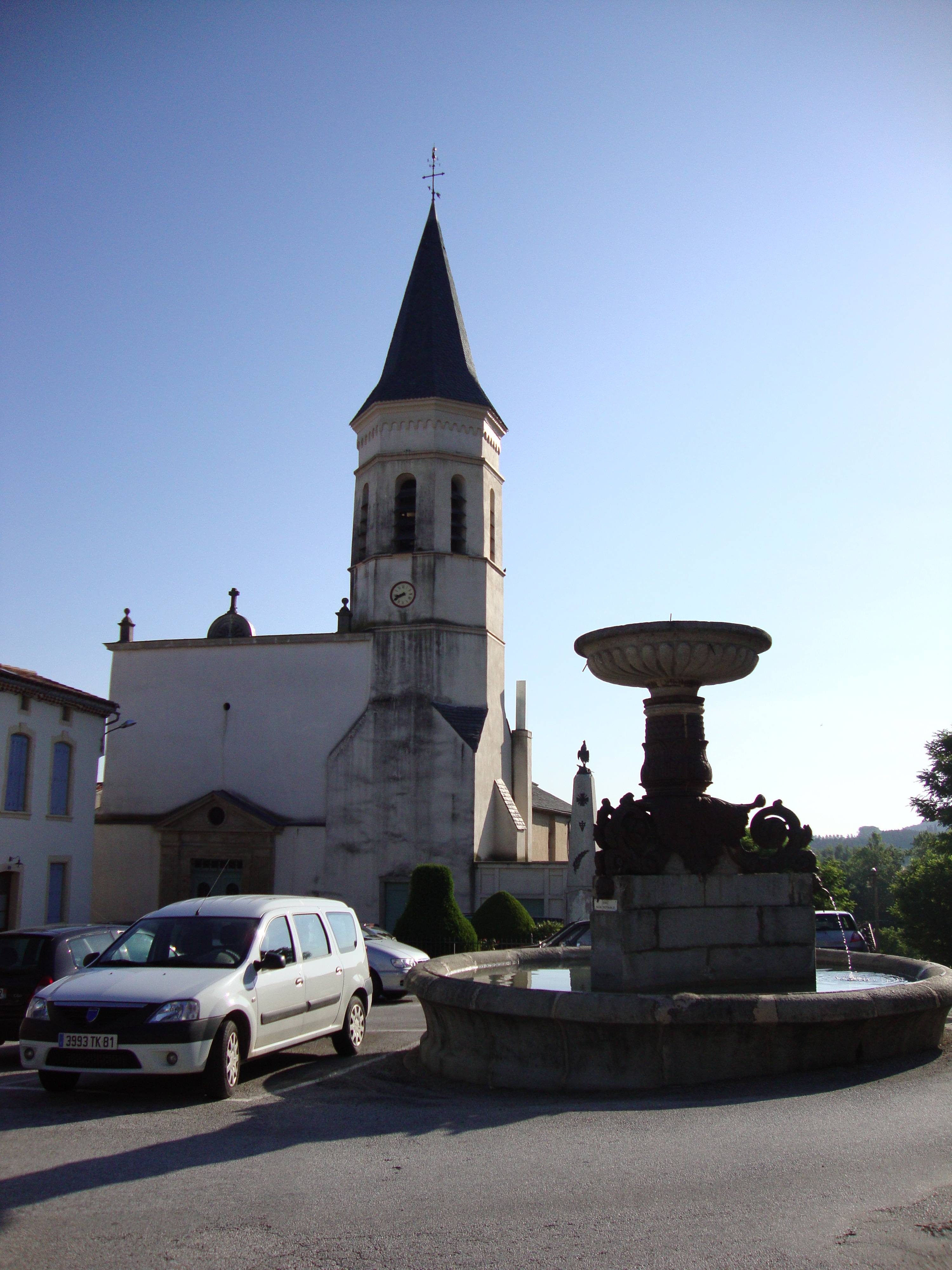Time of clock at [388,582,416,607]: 8:40
